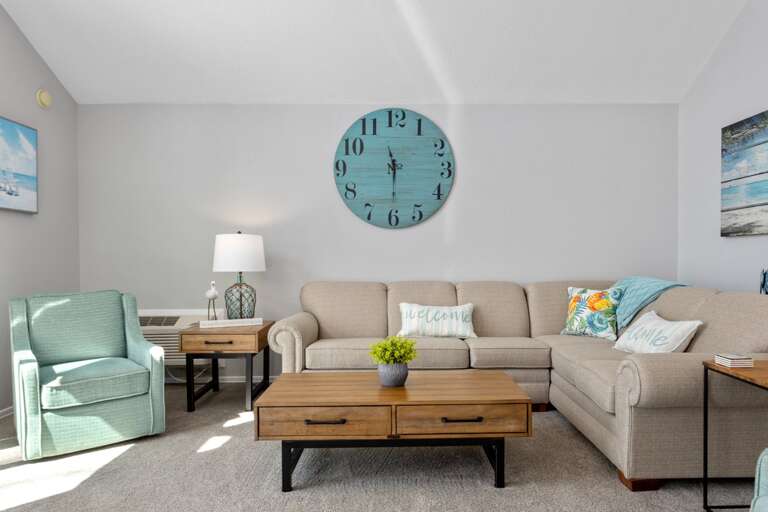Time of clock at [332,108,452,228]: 11:29
